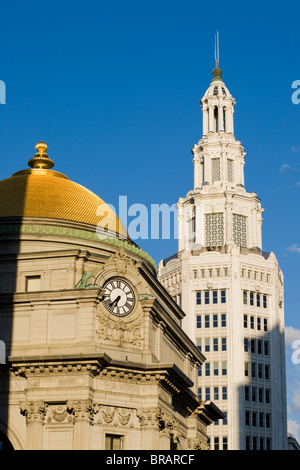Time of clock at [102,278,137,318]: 6:37
